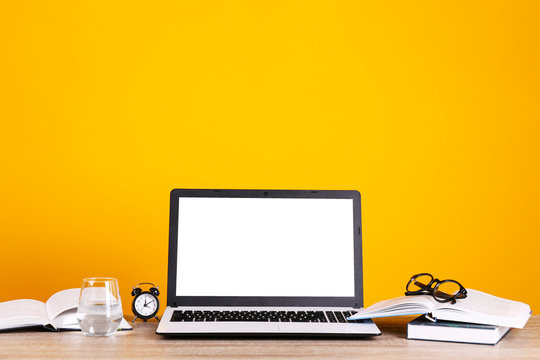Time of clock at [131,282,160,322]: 12:10
